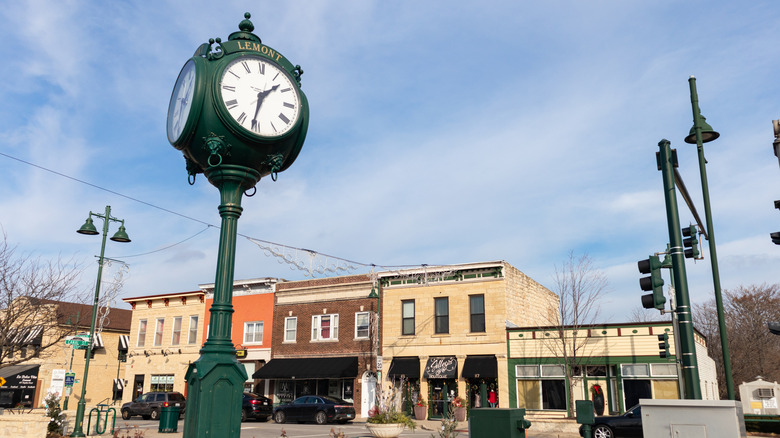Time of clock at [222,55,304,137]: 1:31
